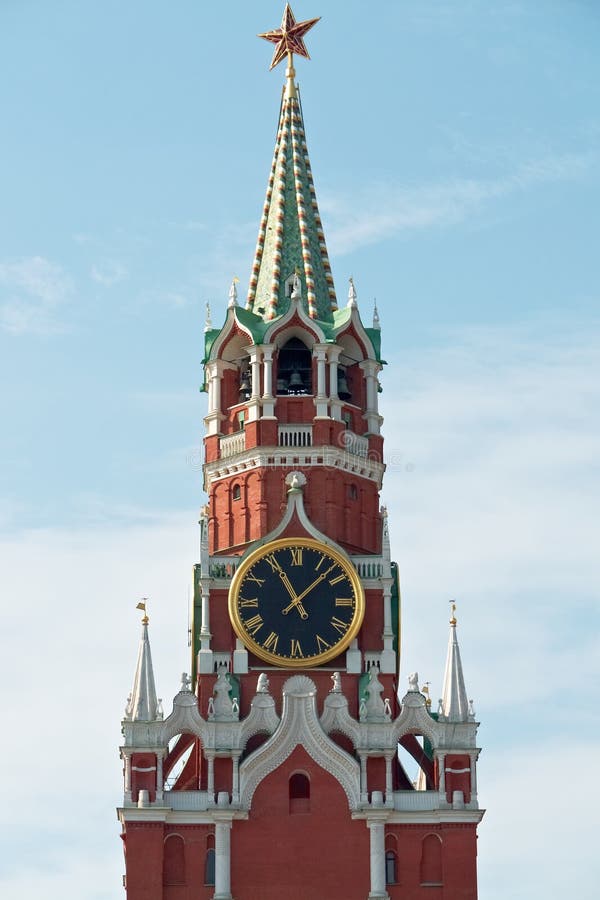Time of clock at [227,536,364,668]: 11:07
